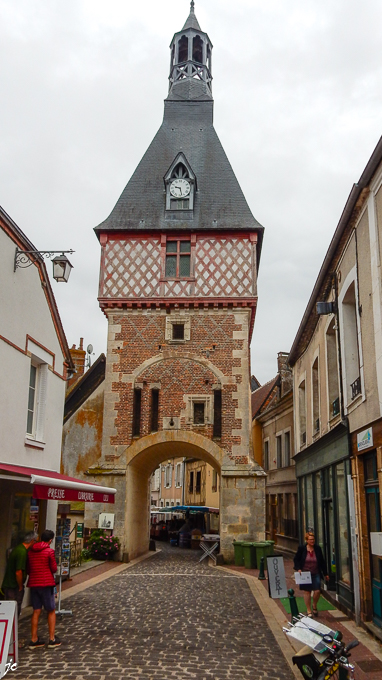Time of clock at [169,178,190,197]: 9:27
